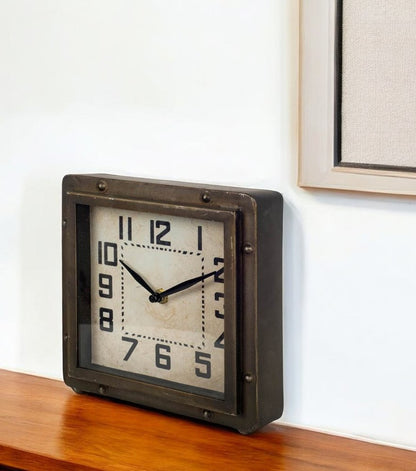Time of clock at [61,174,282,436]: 10:10
